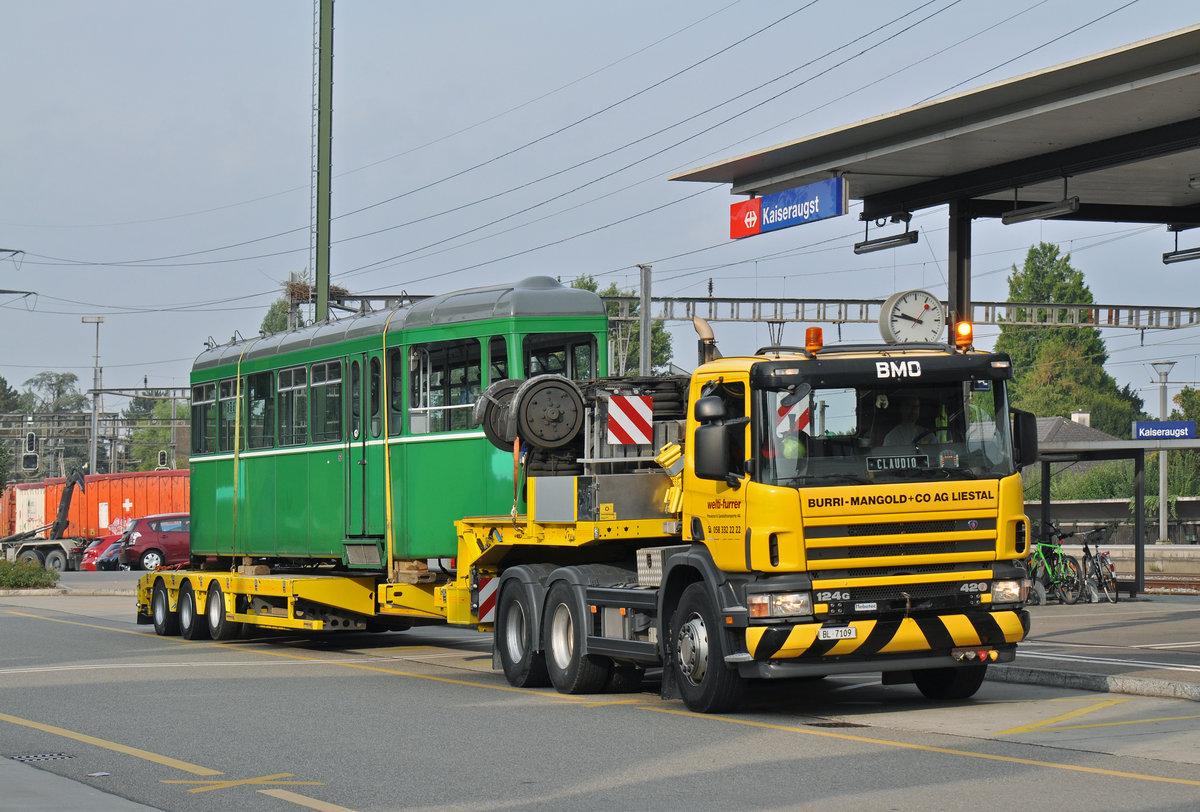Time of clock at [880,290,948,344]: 9:47
